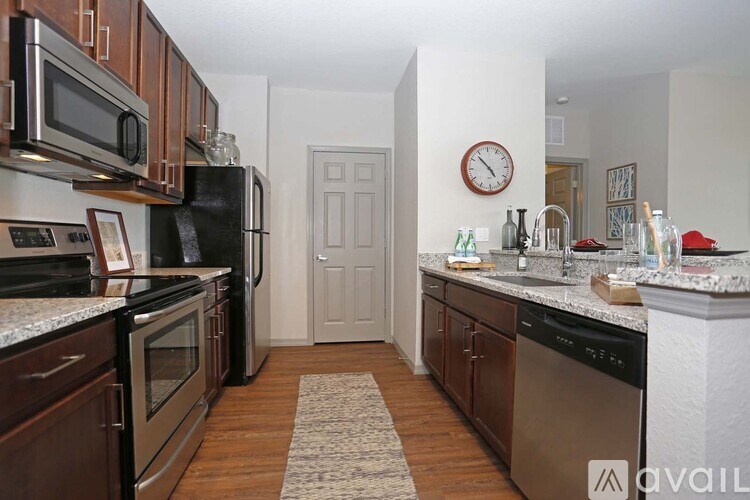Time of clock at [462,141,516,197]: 4:53
